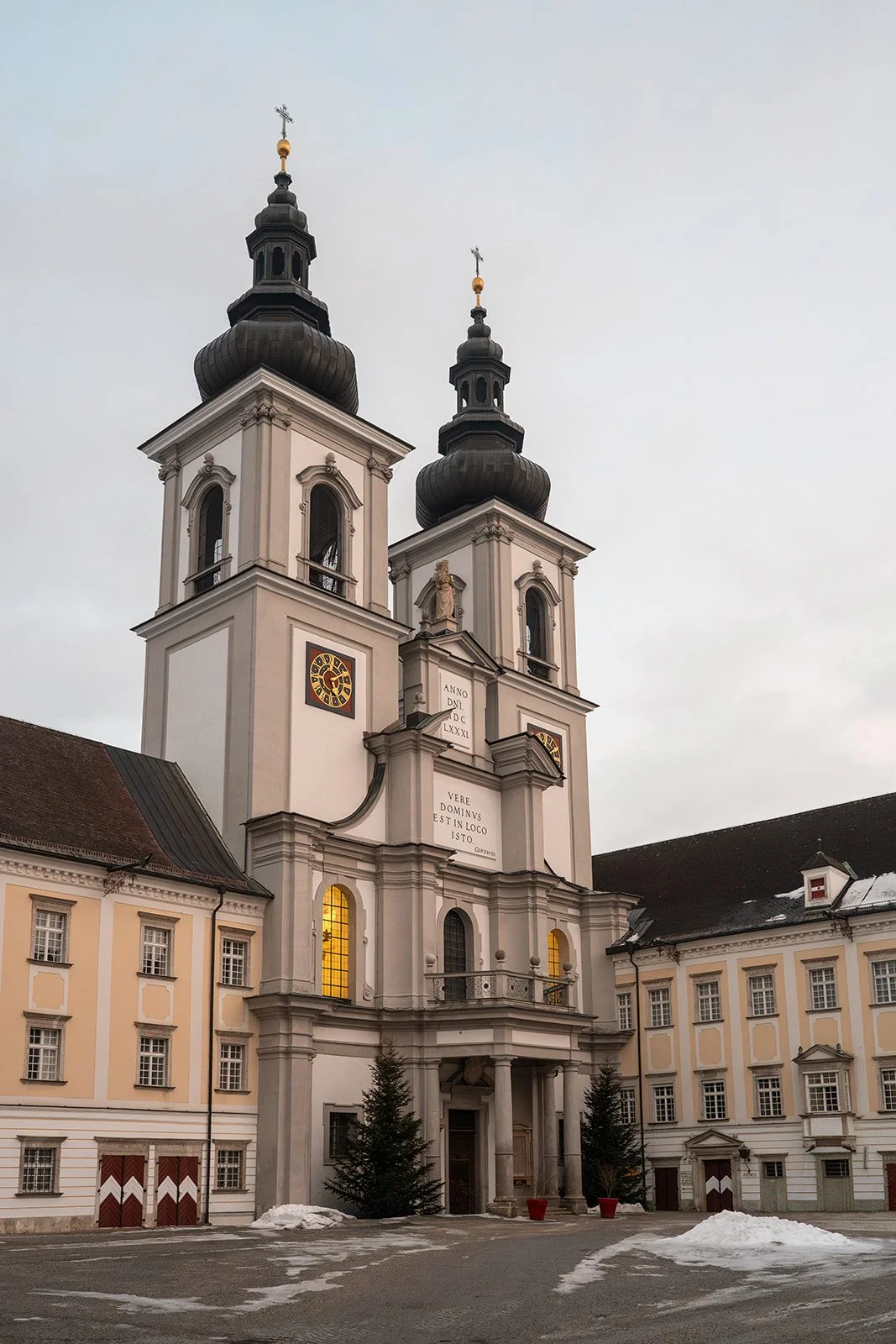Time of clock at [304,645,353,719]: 5:09
